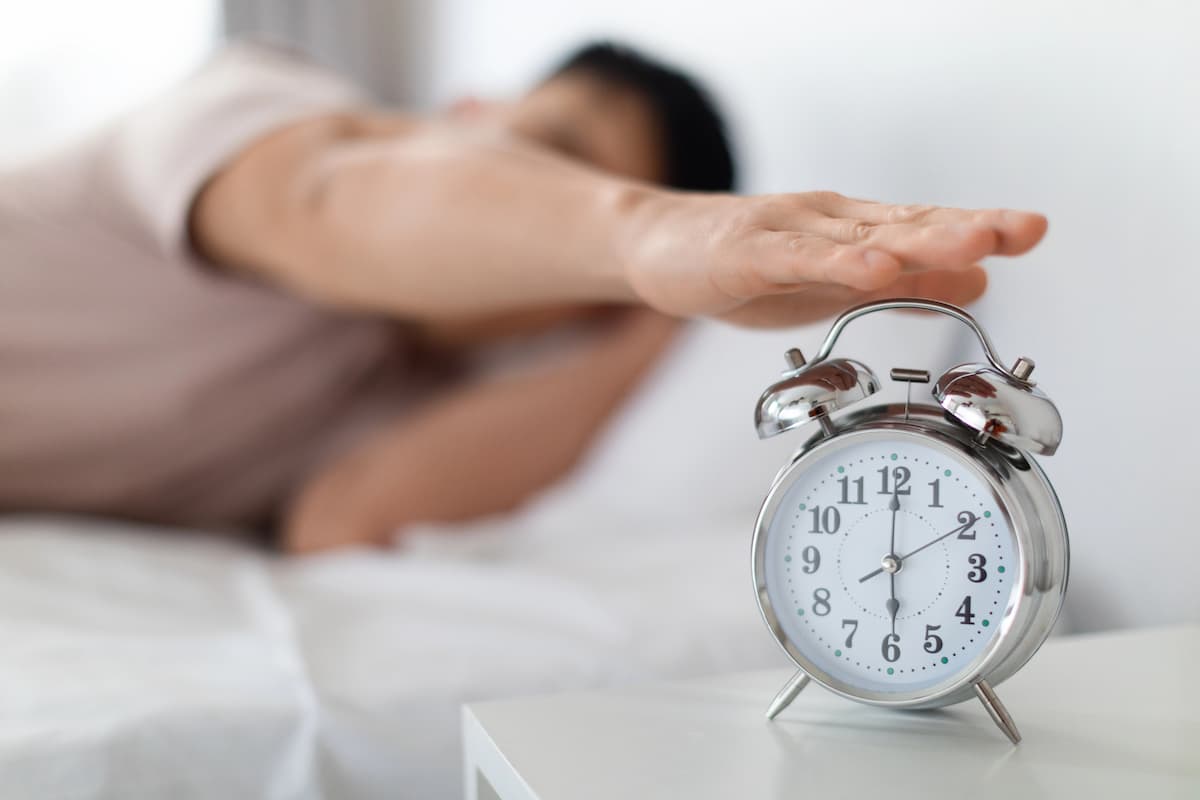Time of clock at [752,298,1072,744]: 6:00
